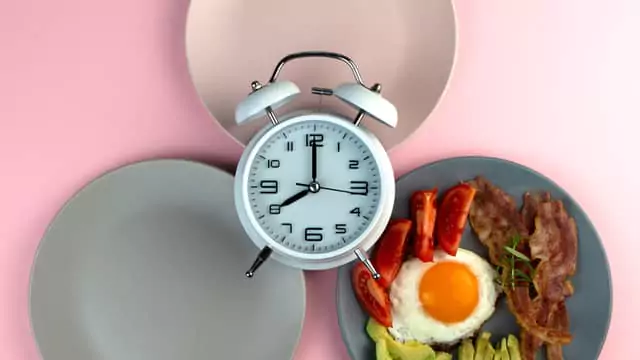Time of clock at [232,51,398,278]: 8:00
